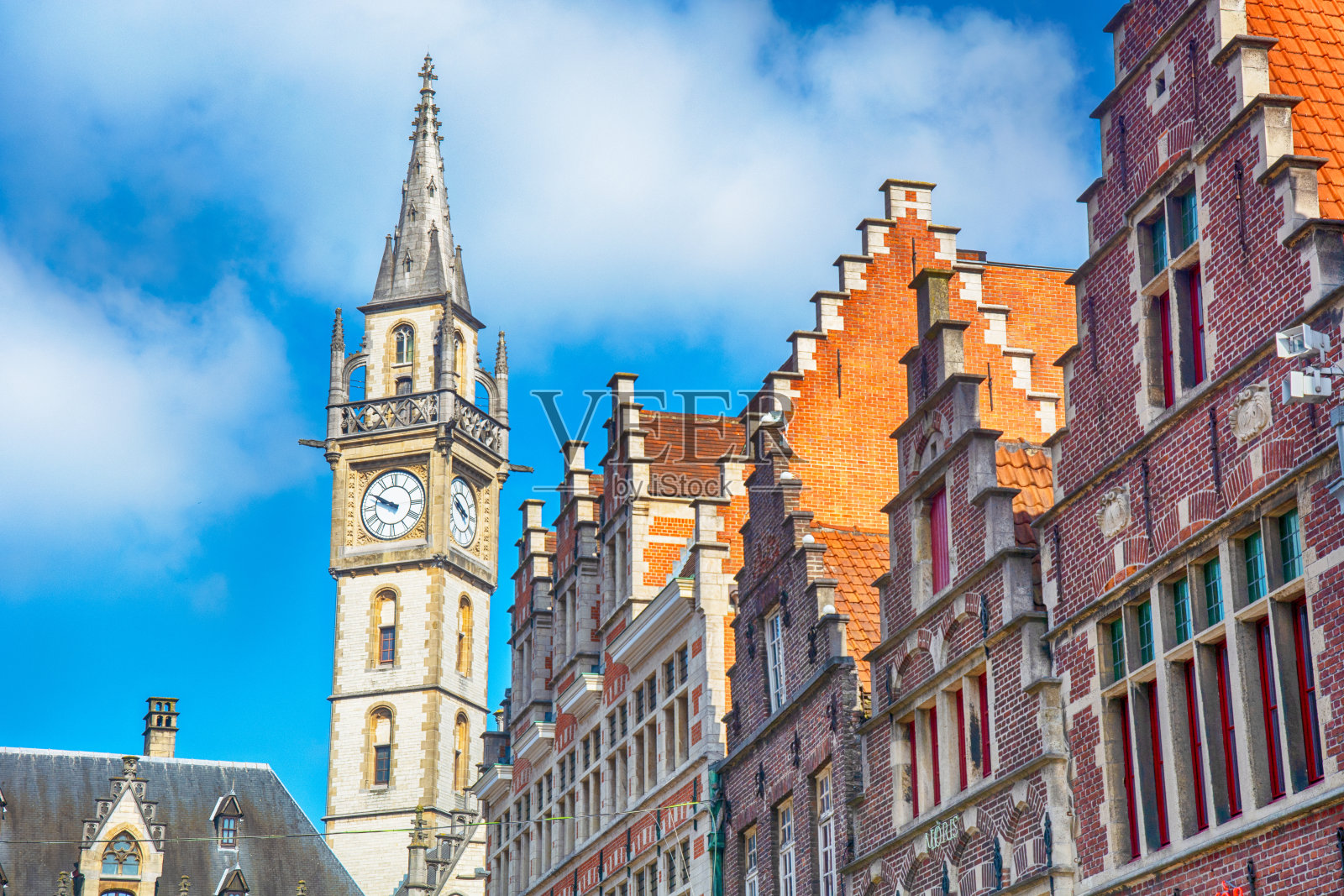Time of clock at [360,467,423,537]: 9:49
